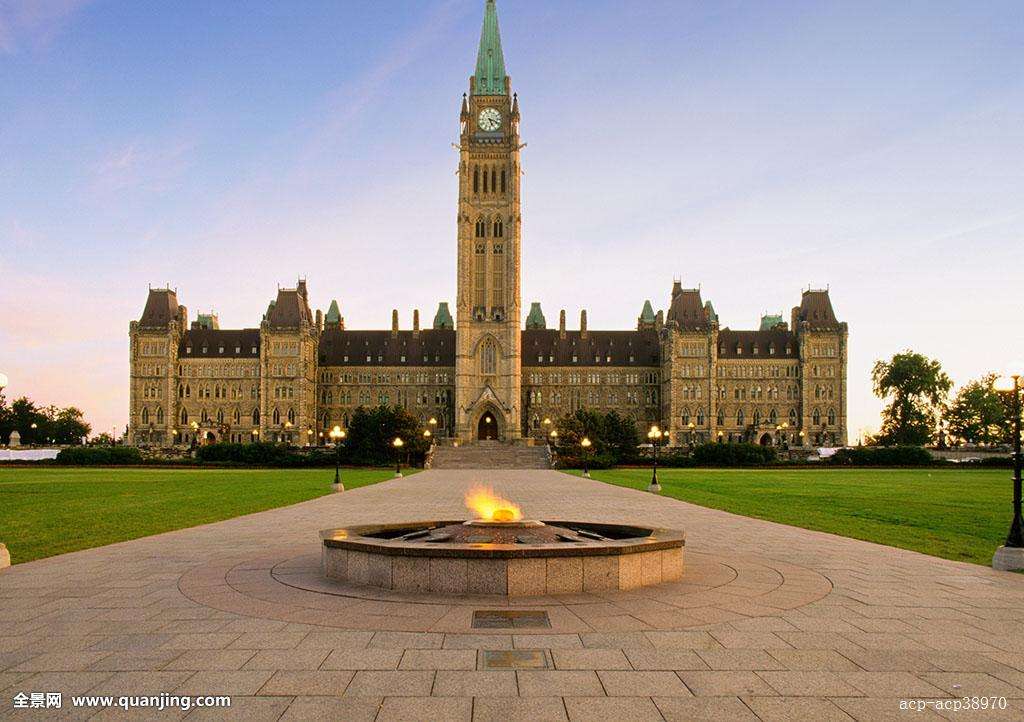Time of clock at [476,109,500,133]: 5:18
